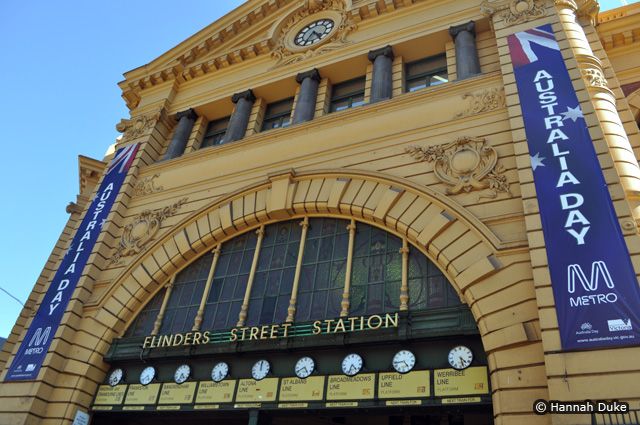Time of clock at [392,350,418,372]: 4:43
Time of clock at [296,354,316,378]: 4:40
